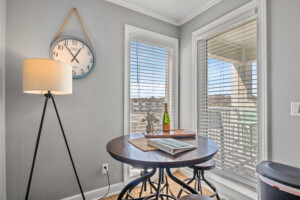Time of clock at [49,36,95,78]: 12:53
